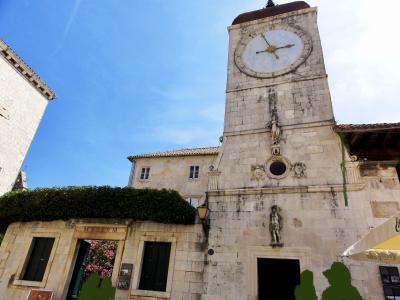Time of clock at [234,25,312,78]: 2:56
